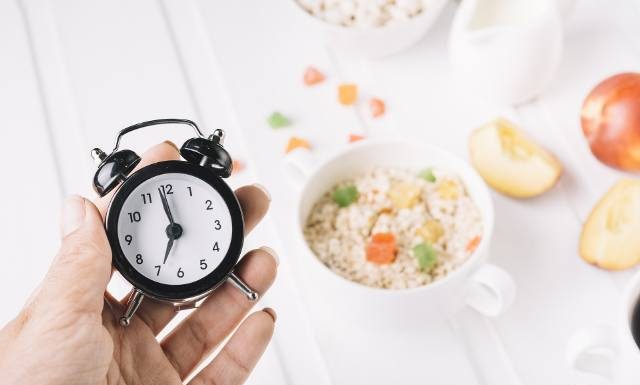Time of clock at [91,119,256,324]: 6:58
